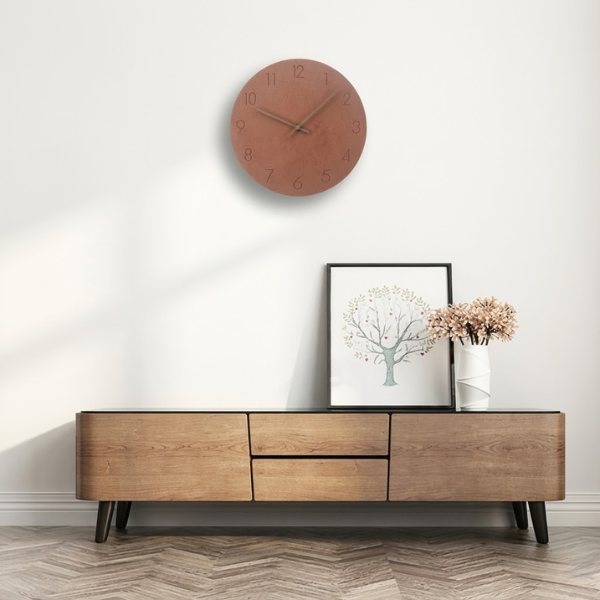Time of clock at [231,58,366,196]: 9:48
